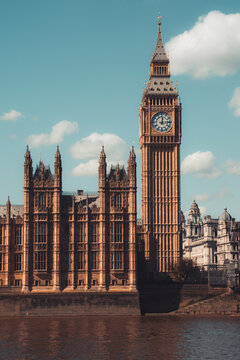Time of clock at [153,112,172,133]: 12:14
